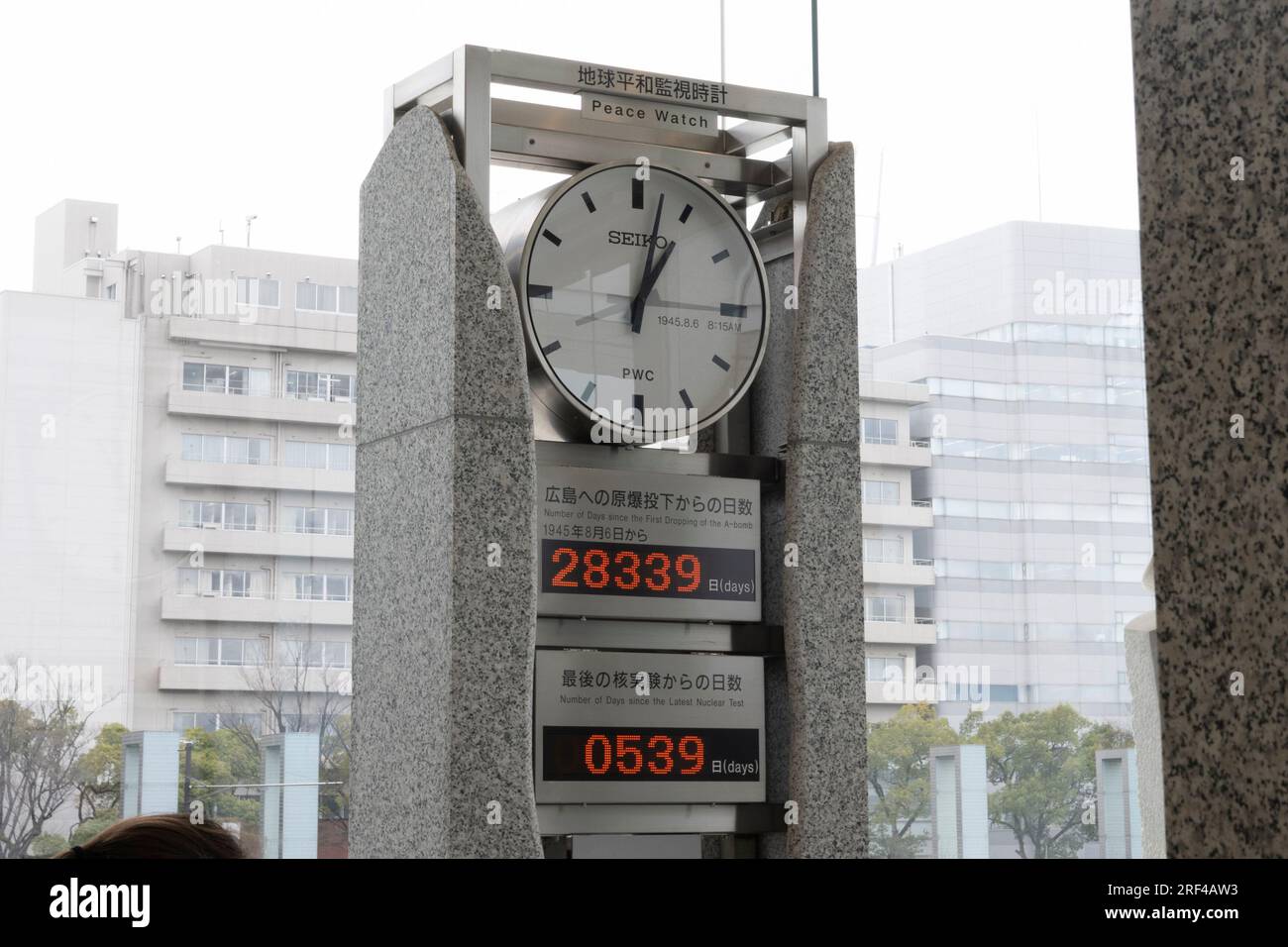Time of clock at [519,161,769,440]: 1:02
